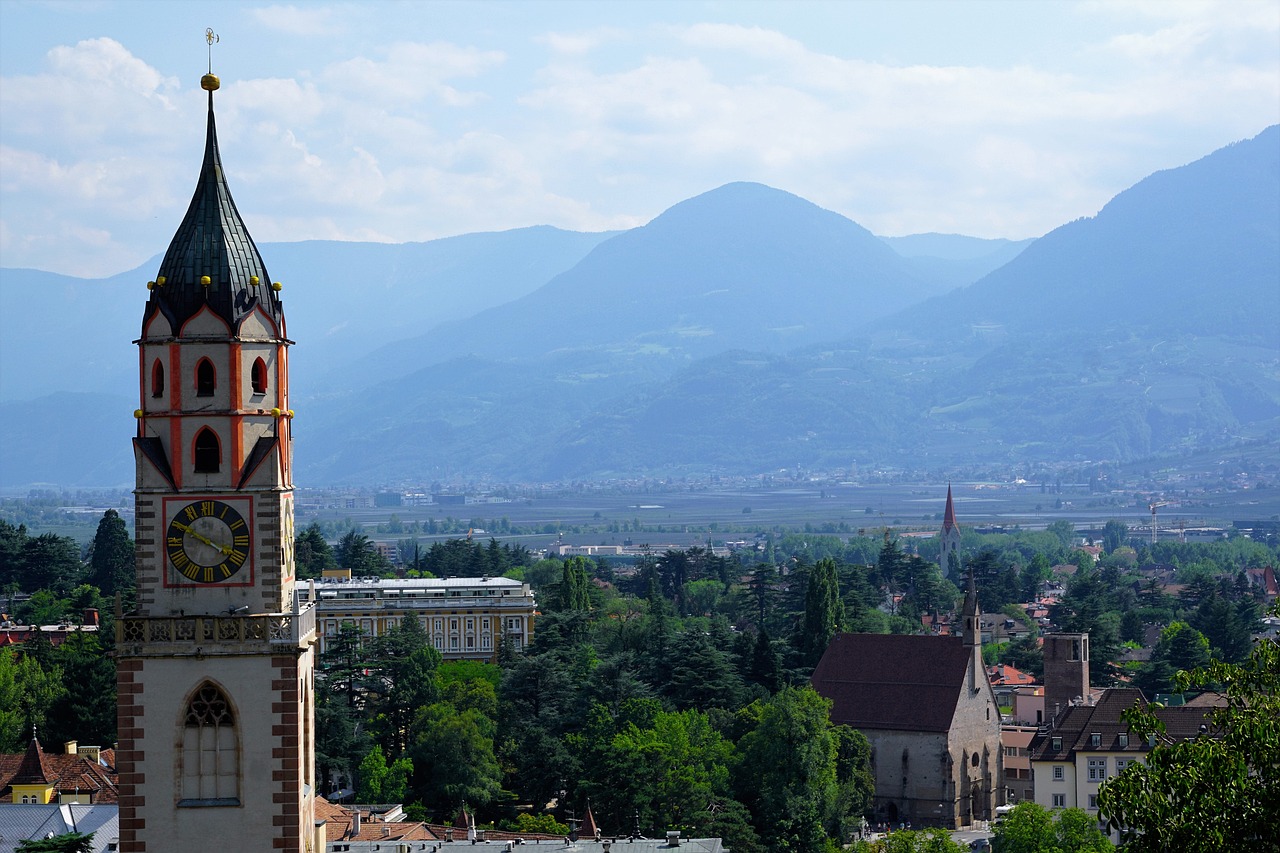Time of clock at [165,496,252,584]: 3:49
